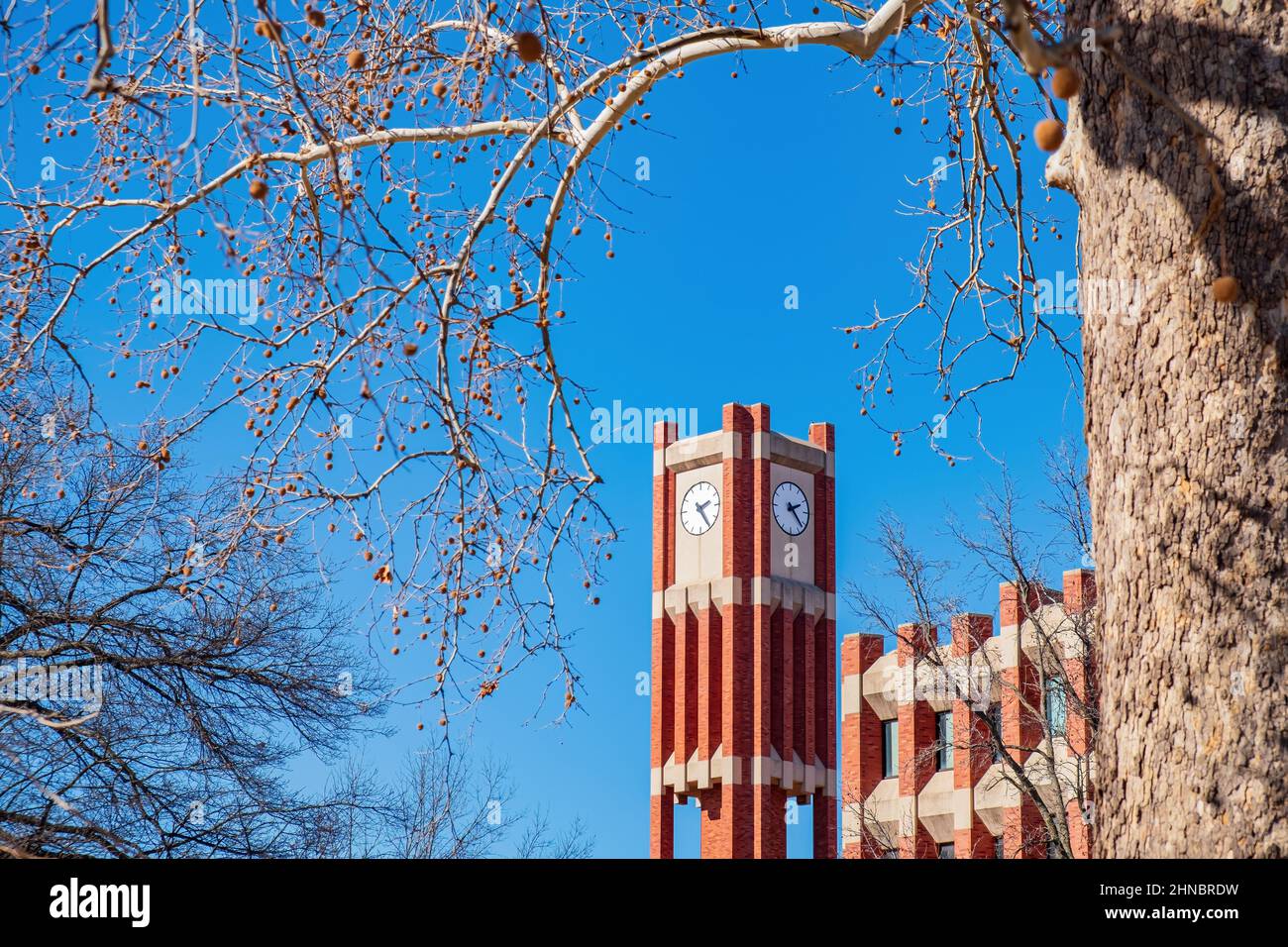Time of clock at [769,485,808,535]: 2:22
